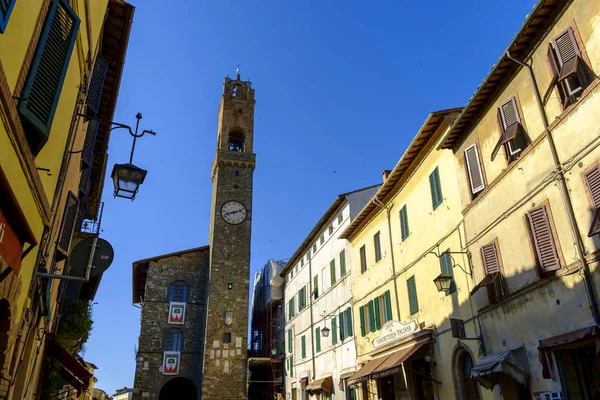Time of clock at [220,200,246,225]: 8:11
